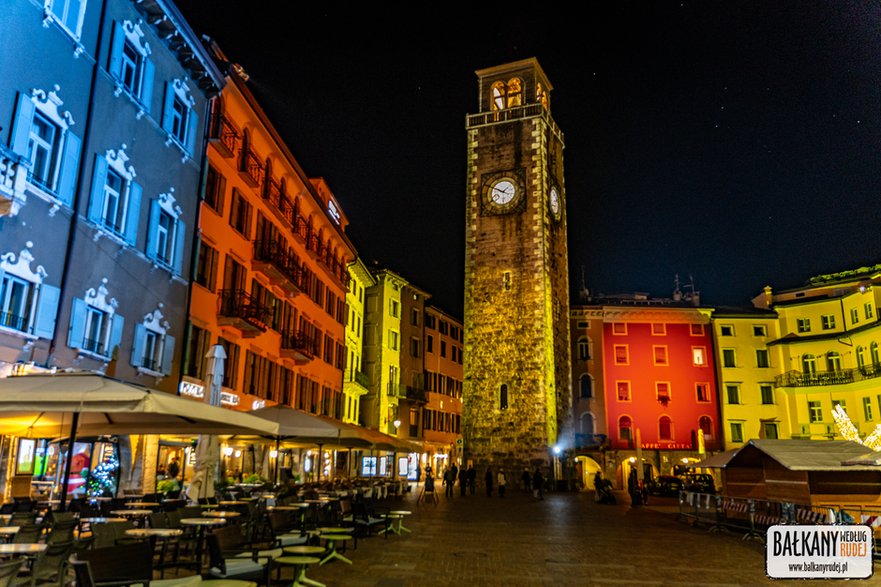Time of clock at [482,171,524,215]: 1:49
